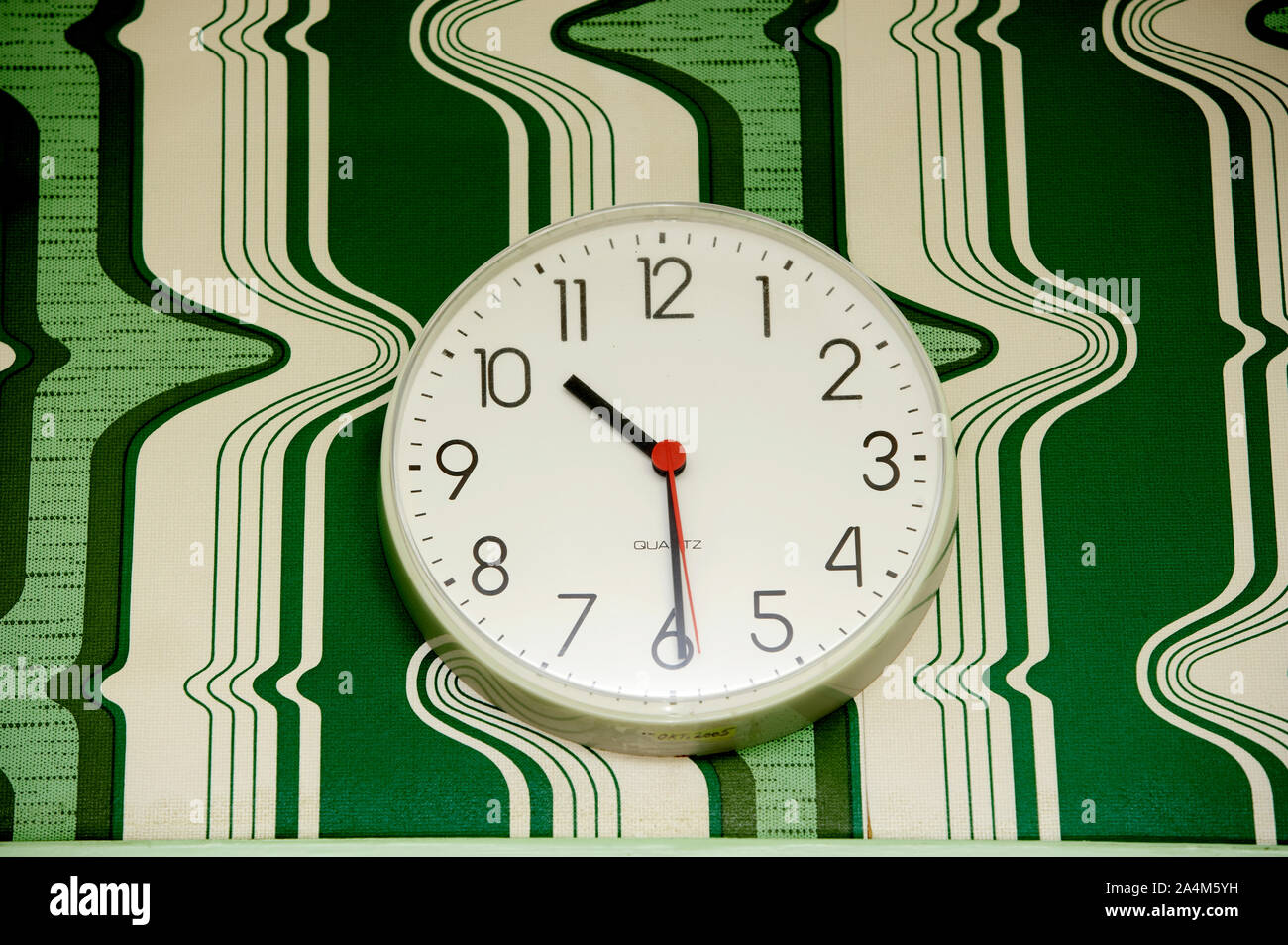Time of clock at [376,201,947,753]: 10:29
